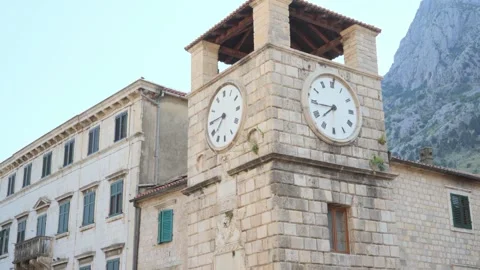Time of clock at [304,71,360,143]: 7:44
